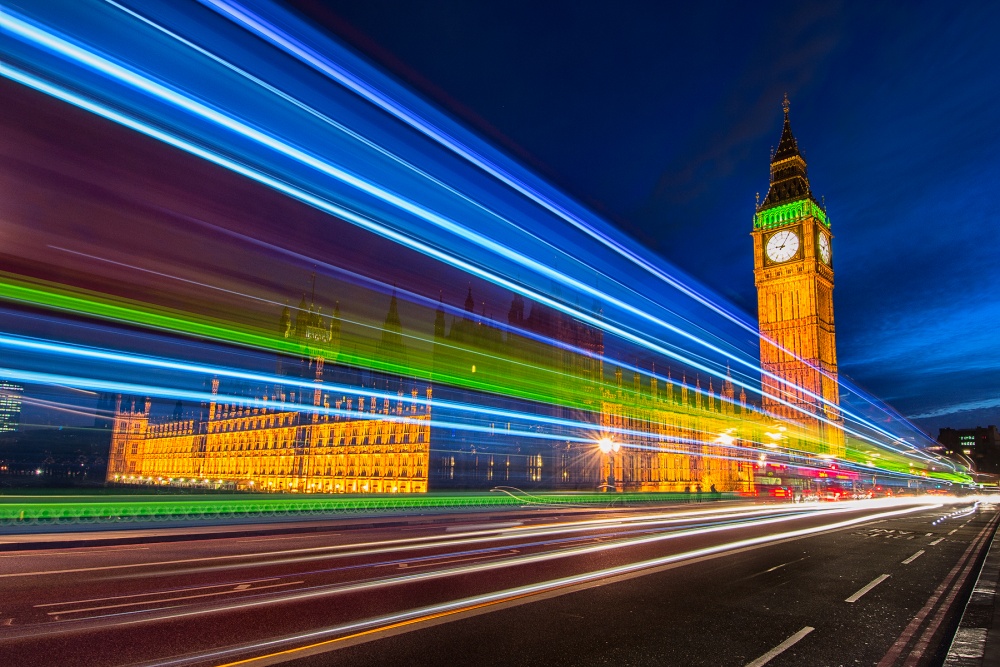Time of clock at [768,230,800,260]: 9:05
